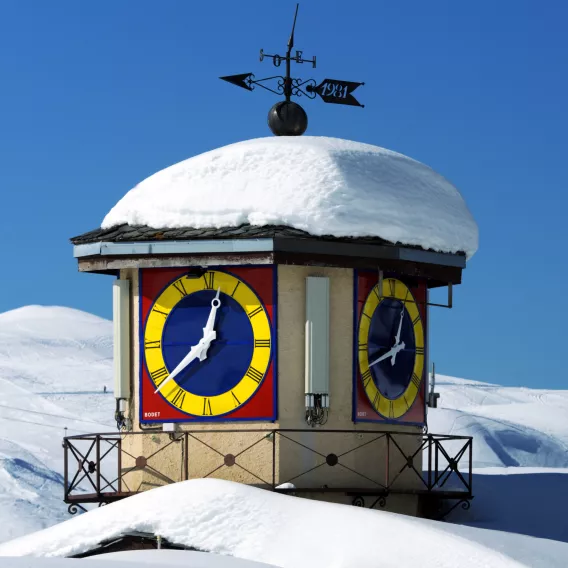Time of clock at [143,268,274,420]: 12:38
